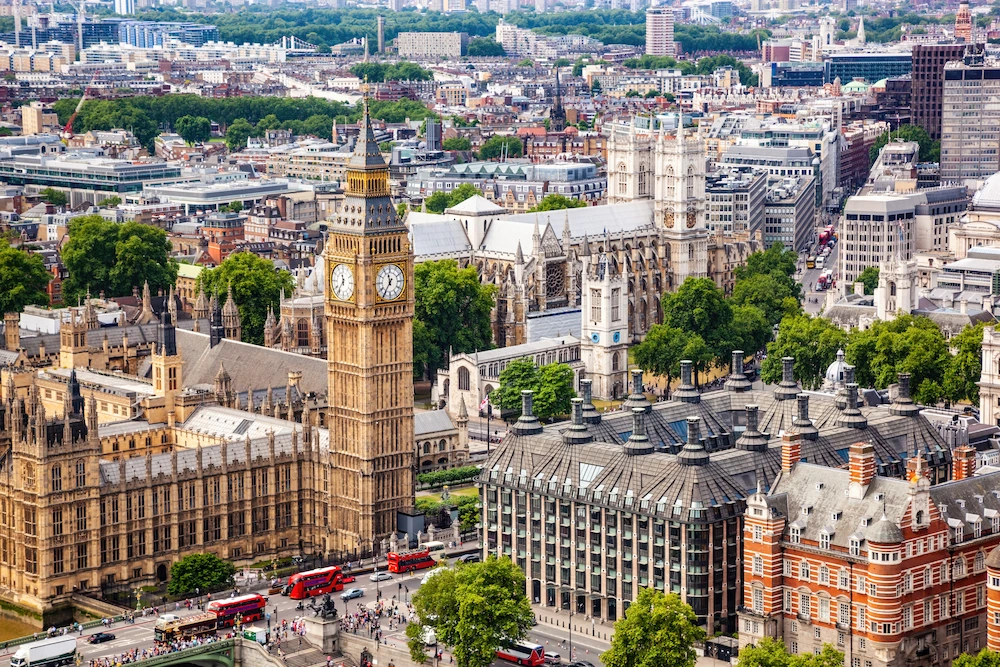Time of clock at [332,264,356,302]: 11:36
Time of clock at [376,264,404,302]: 11:35
